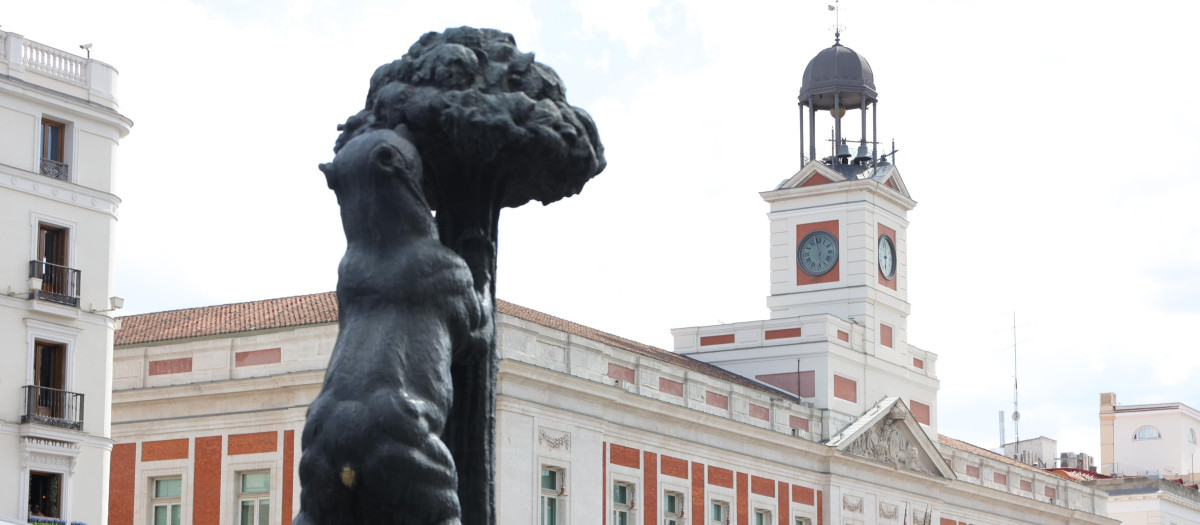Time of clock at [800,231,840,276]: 5:58
